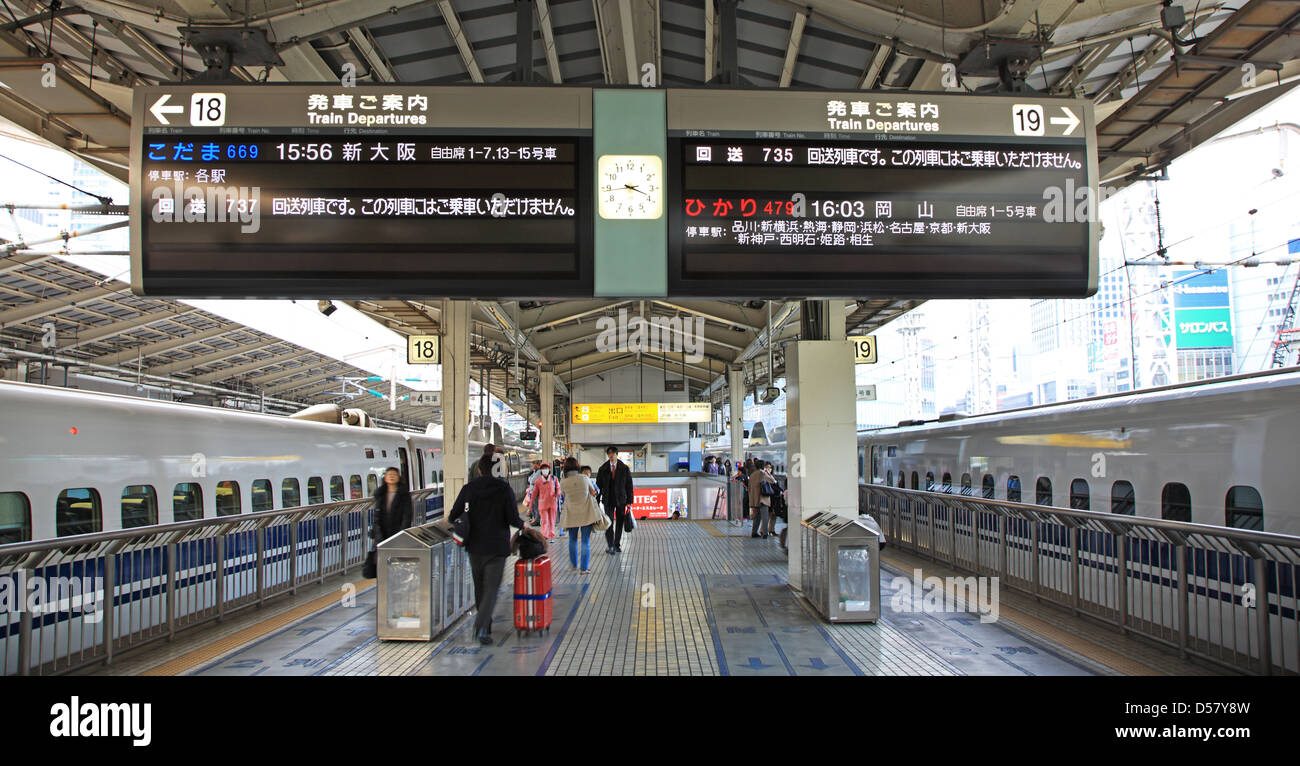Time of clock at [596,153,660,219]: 3:43
